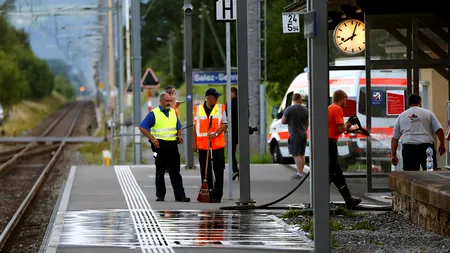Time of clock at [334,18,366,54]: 8:03
